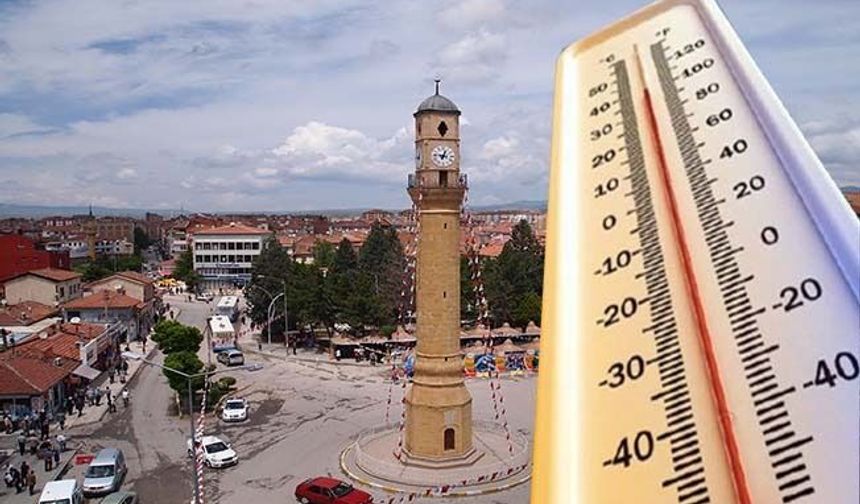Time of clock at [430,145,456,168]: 12:46
